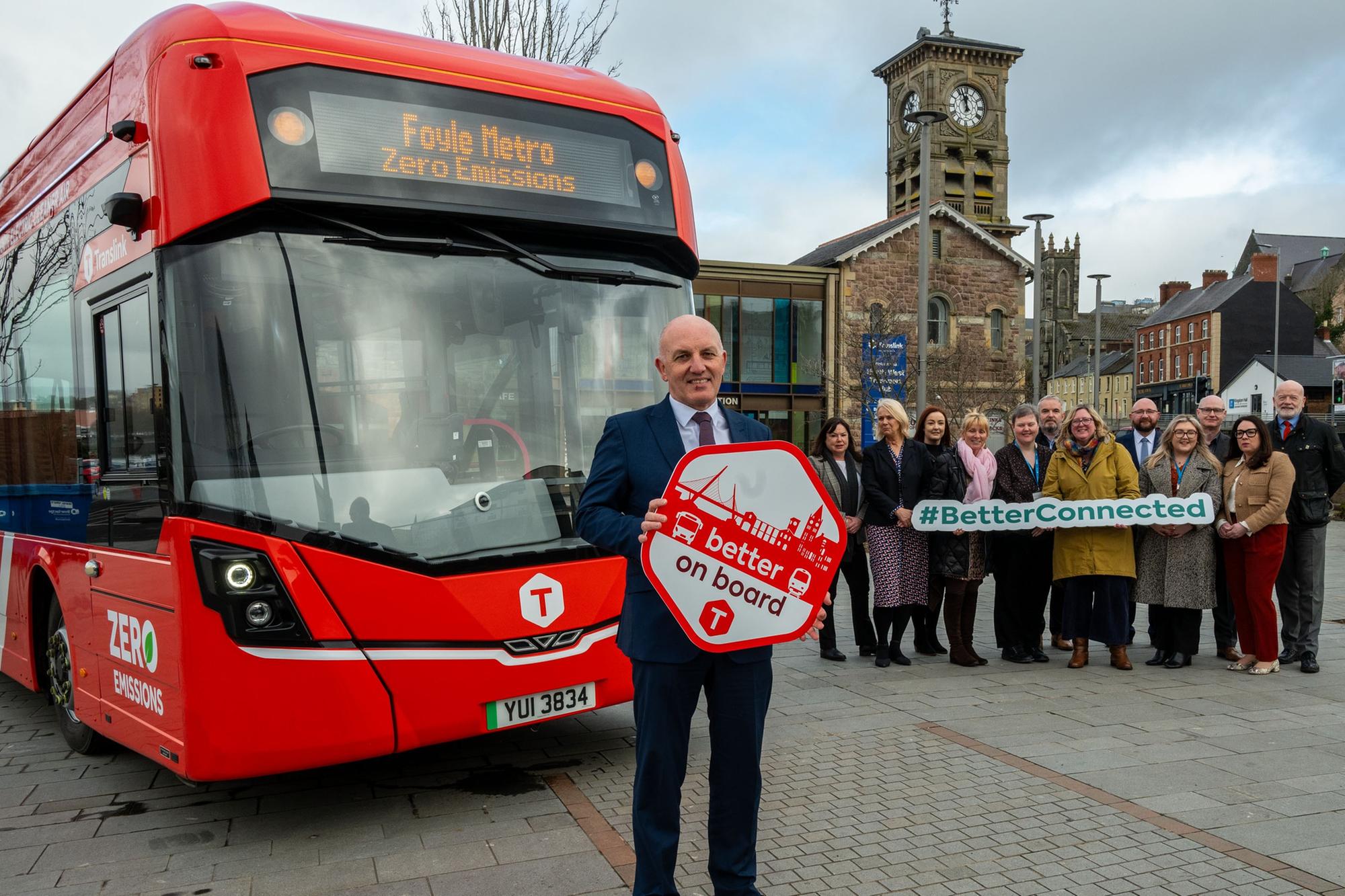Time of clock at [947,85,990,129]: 11:56
